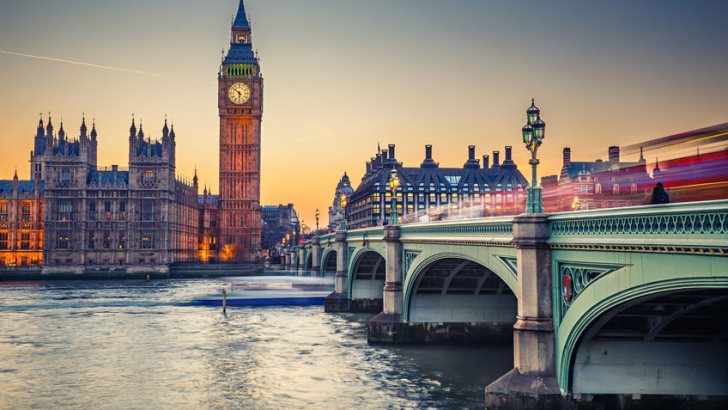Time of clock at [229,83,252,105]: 5:51
